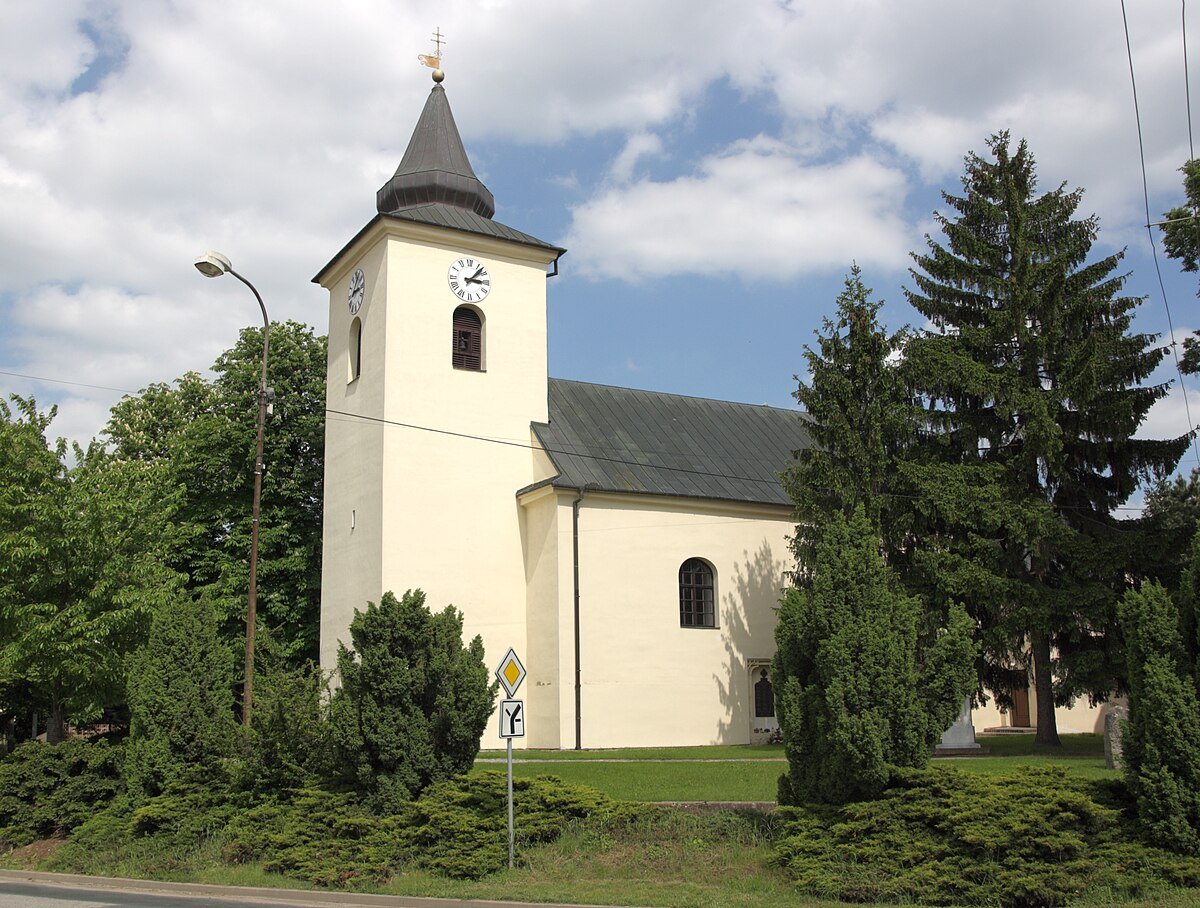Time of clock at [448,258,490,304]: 3:07
